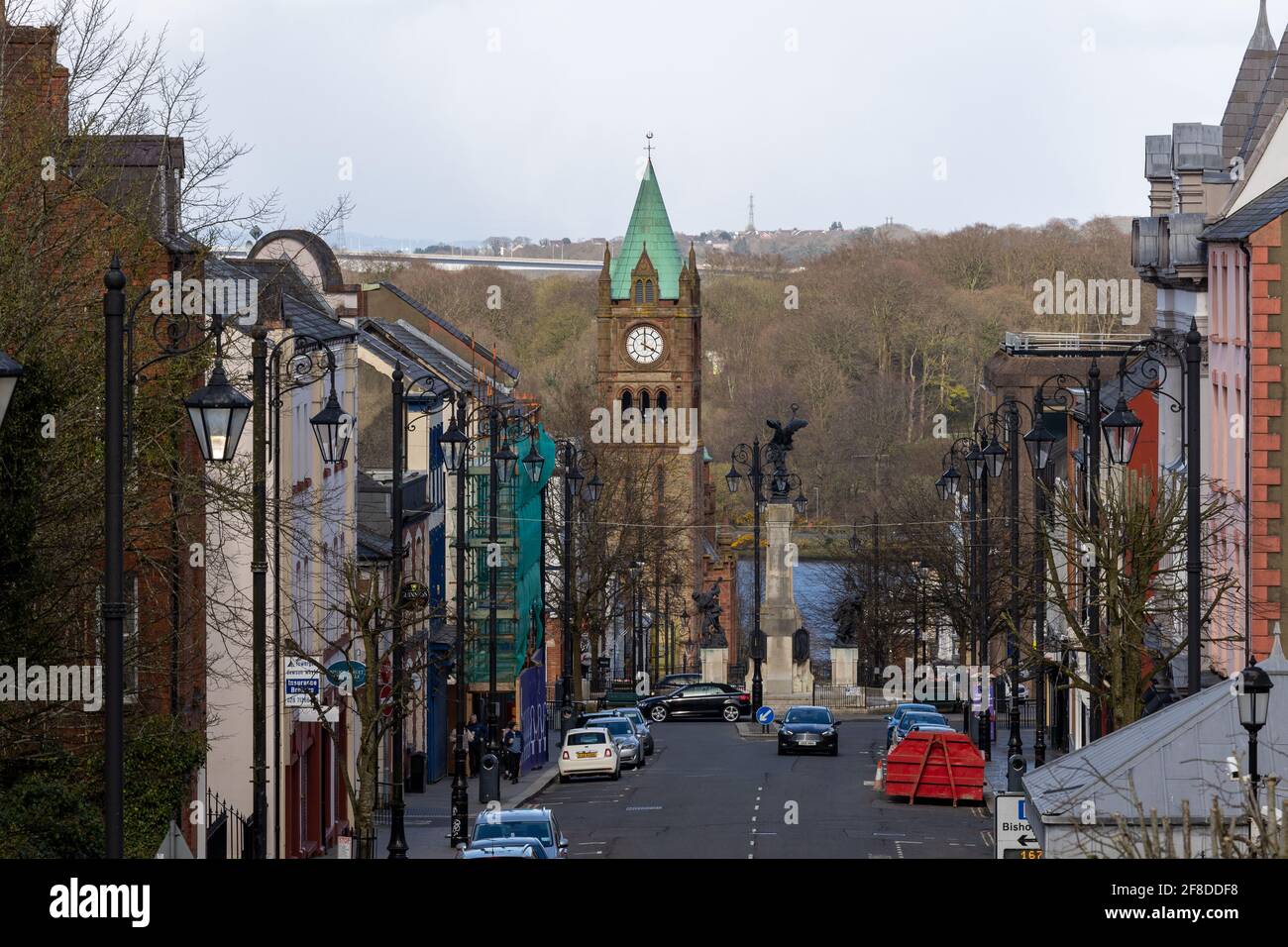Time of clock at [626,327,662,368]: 4:00
